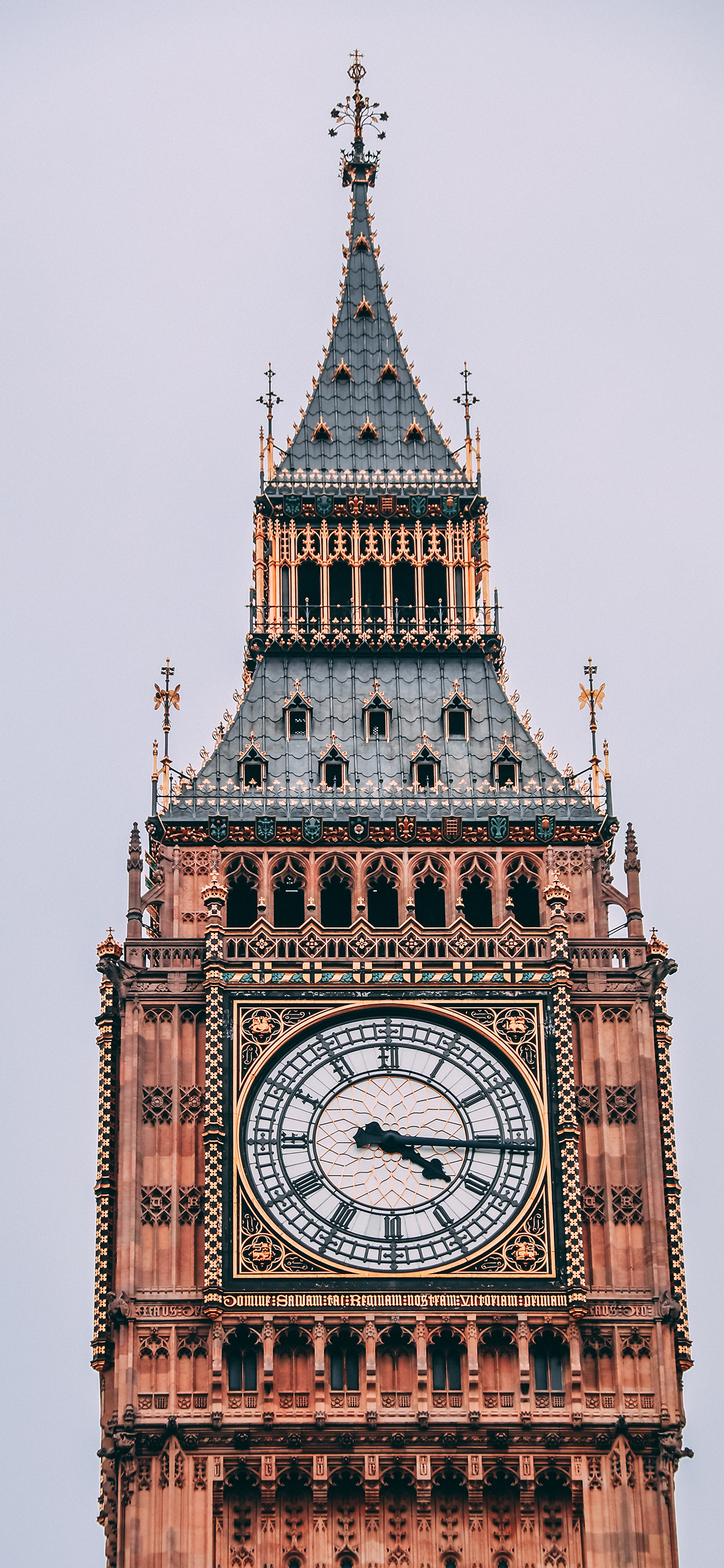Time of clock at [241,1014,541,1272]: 4:15
